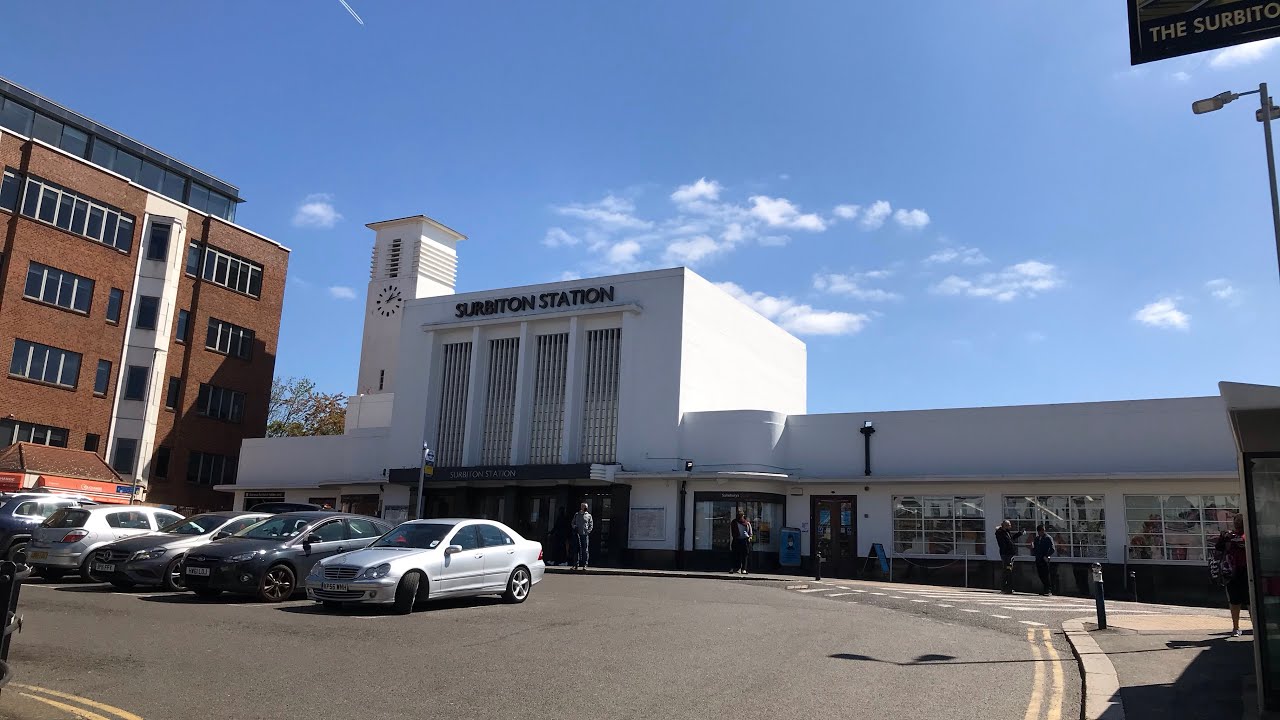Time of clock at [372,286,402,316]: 1:11
